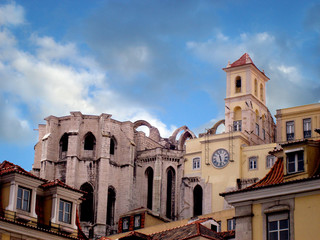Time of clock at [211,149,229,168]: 11:28
